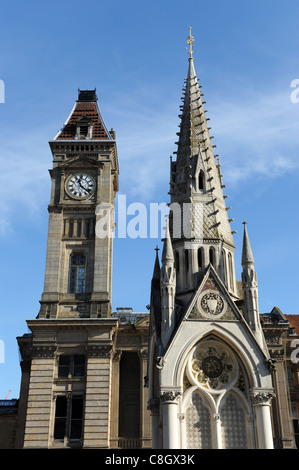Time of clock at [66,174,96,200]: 11:21
